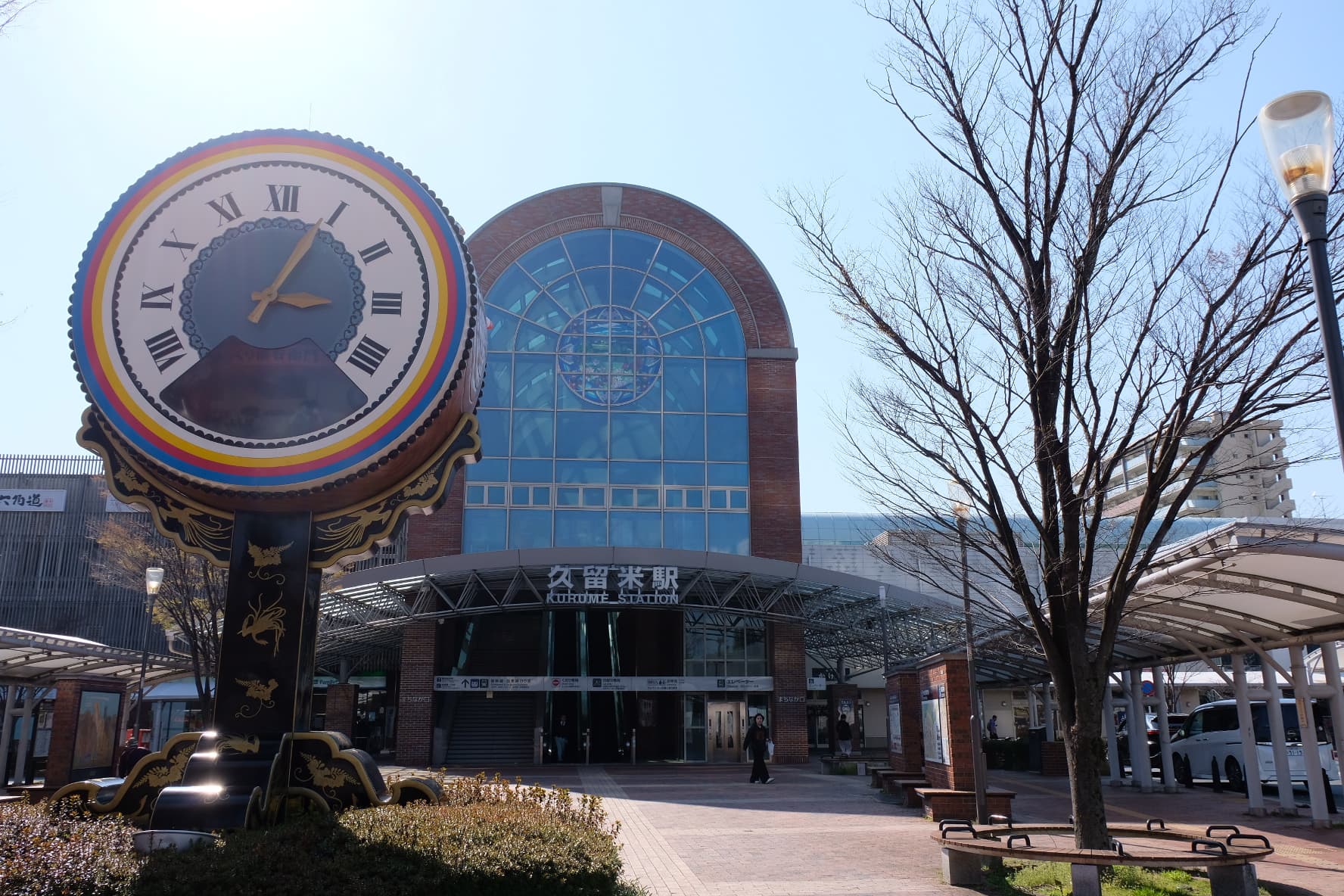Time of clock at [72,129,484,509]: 3:04
